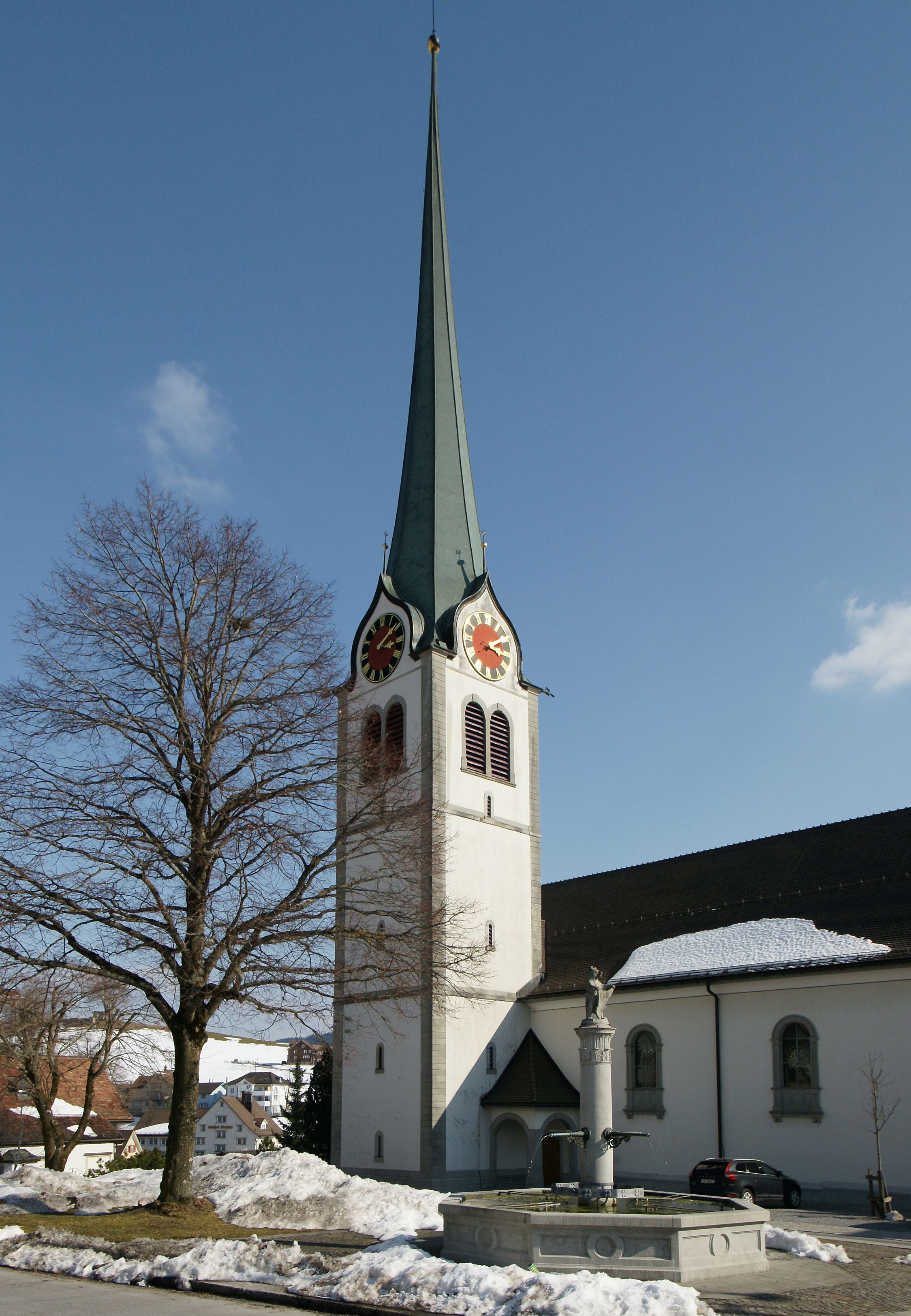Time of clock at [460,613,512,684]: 3:09
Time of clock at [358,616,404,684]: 3:09
